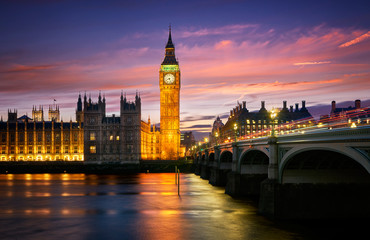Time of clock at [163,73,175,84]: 8:26
